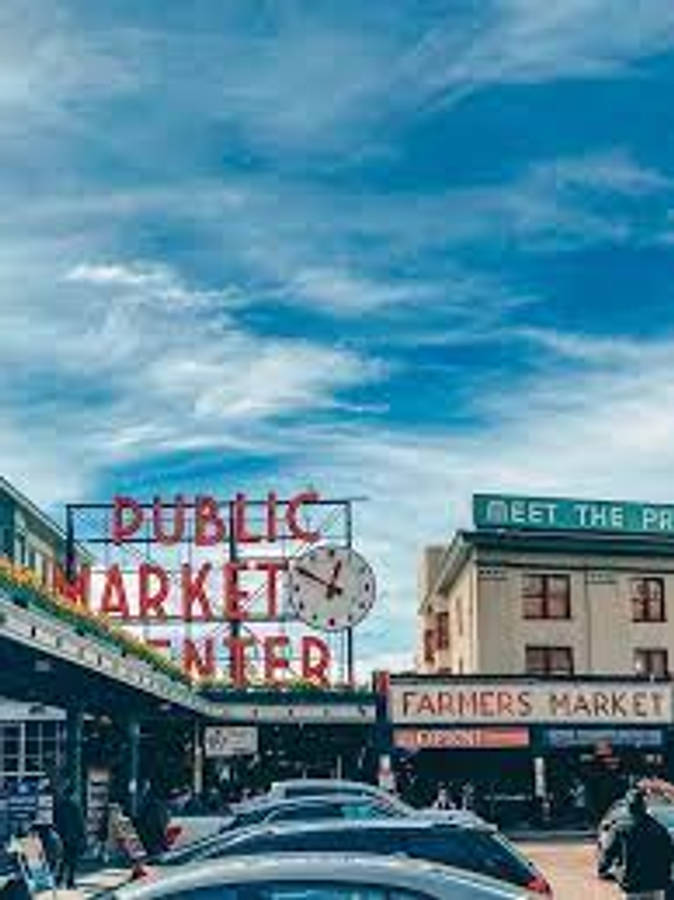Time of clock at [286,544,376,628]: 12:49
